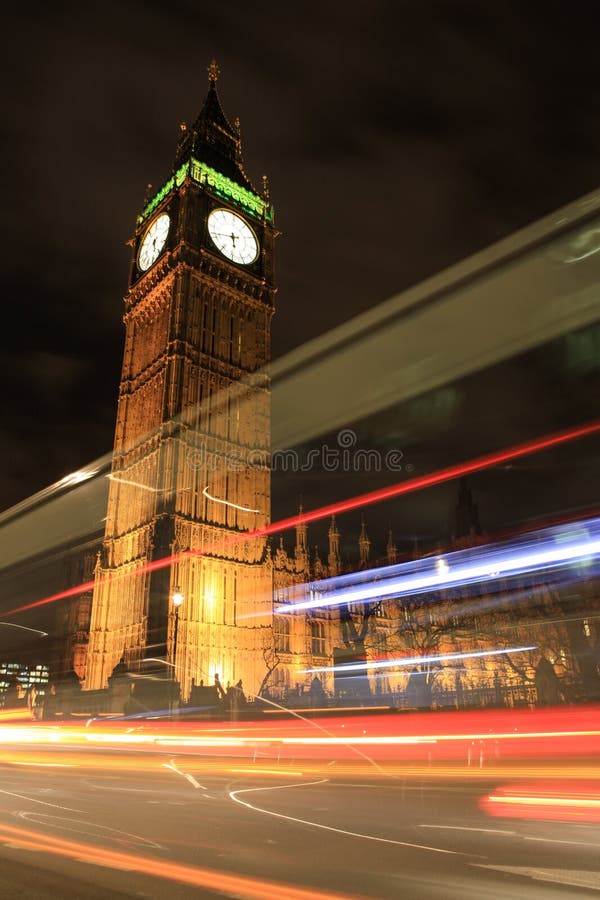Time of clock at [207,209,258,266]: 5:41
